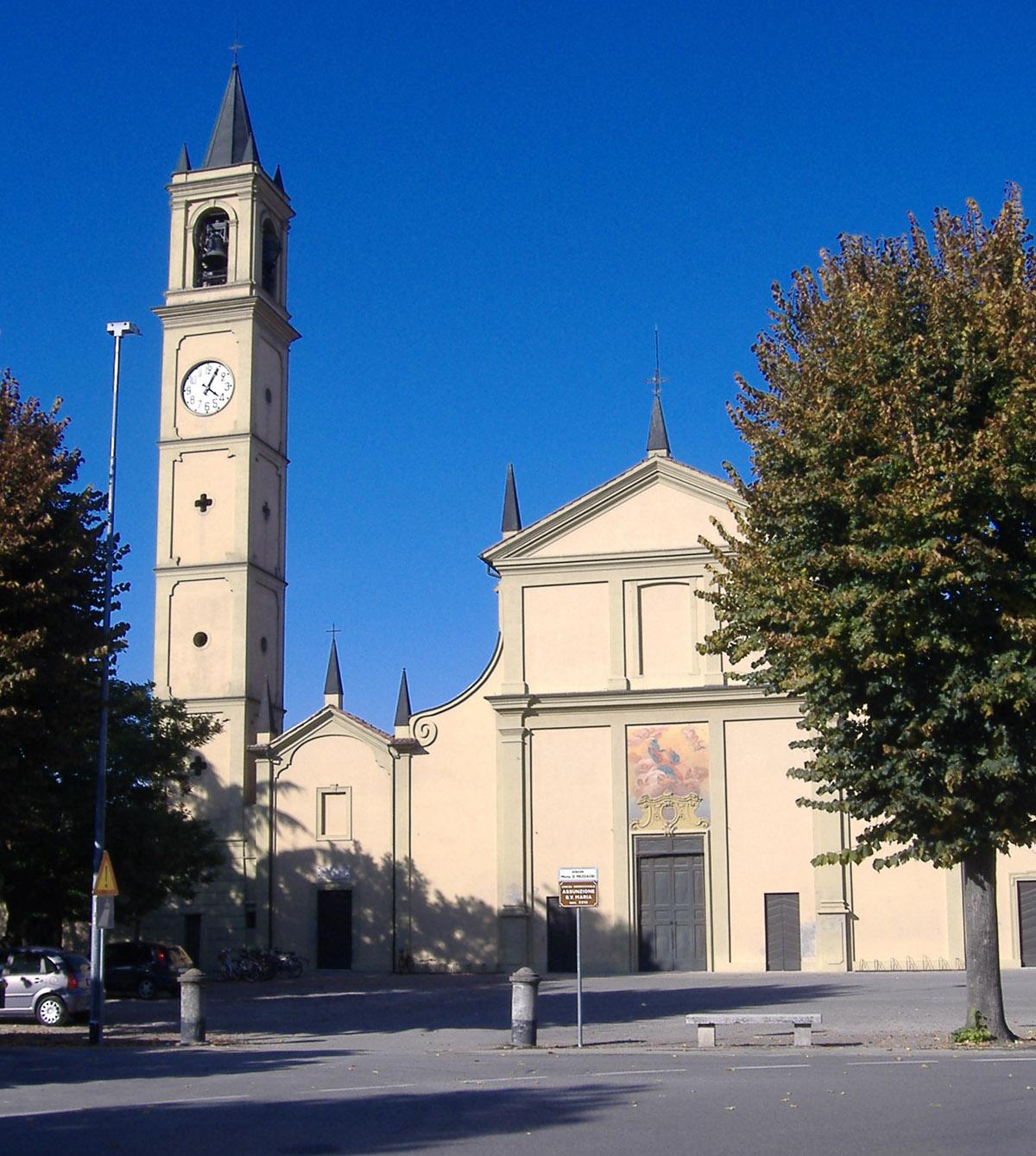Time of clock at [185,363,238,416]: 4:04
